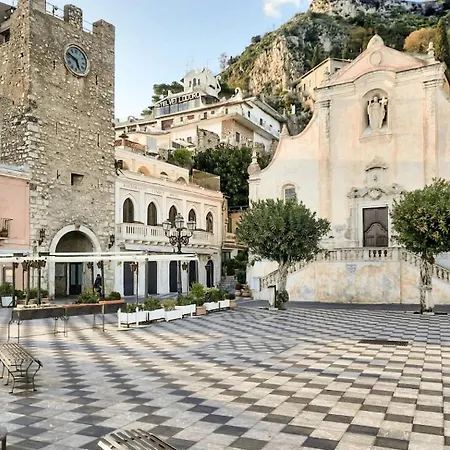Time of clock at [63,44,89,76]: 5:49
